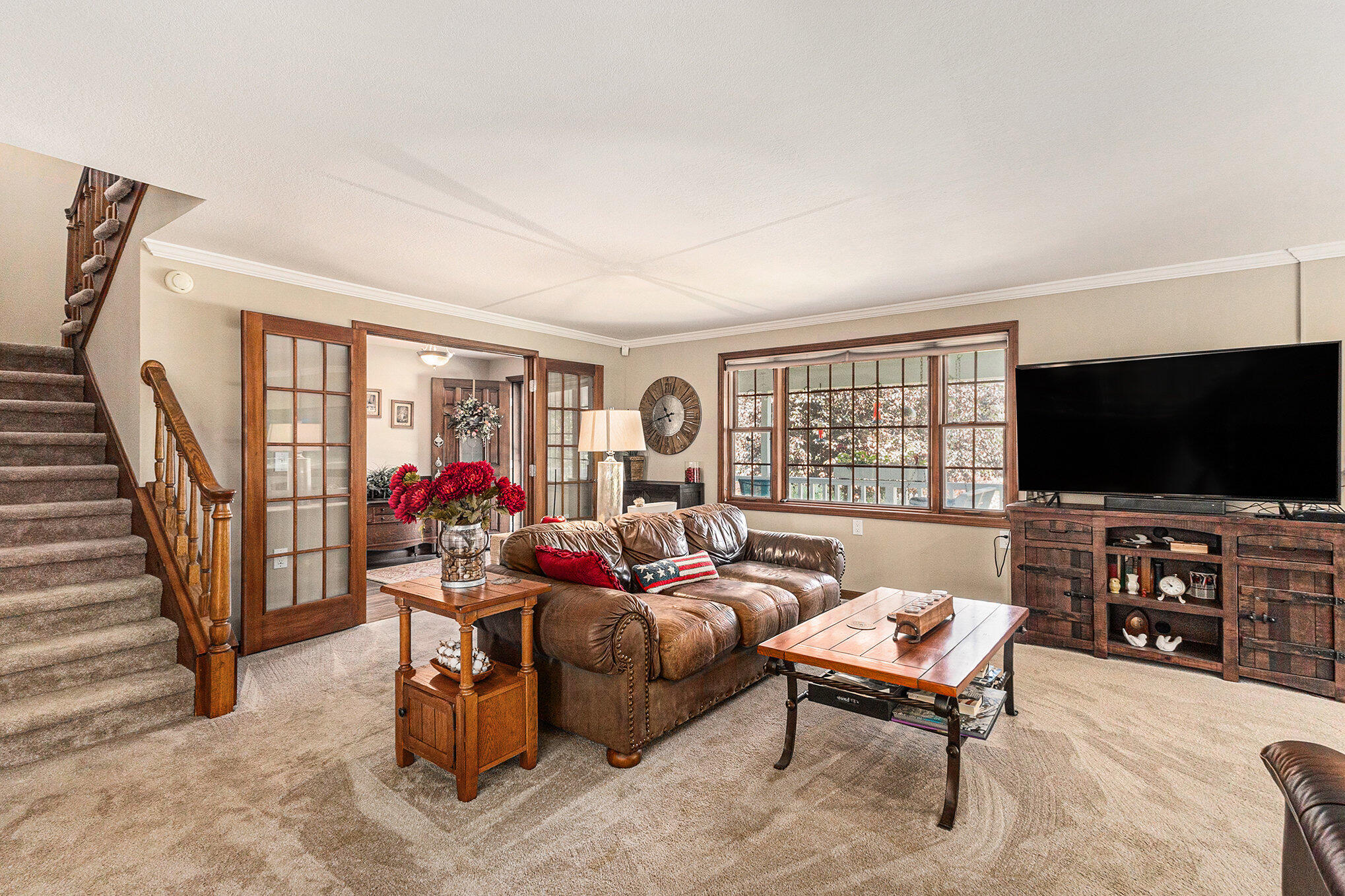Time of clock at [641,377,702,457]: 10:42
